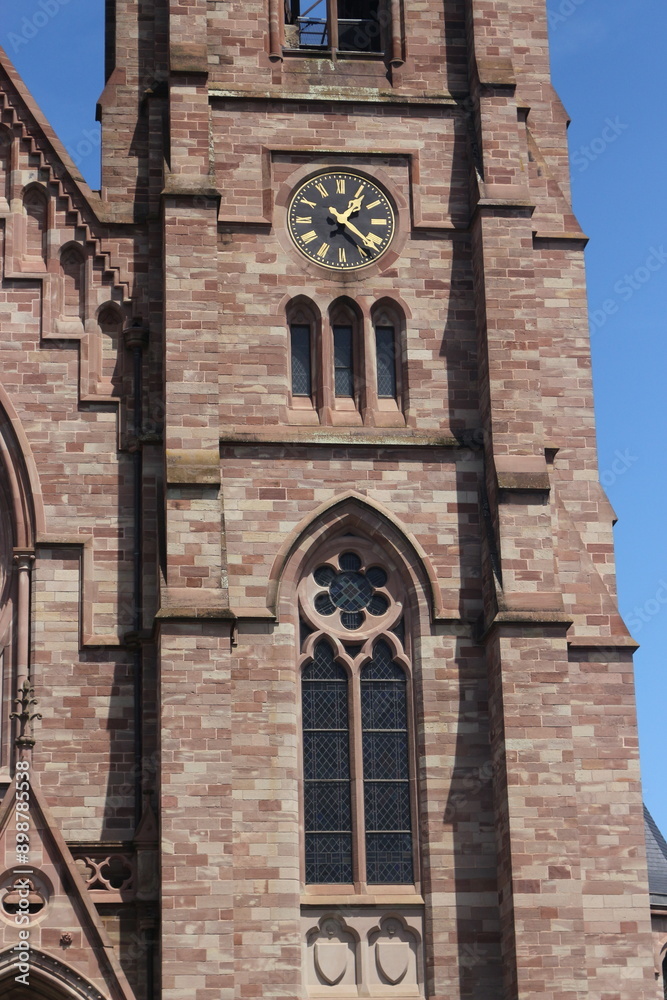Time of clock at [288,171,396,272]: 1:21
